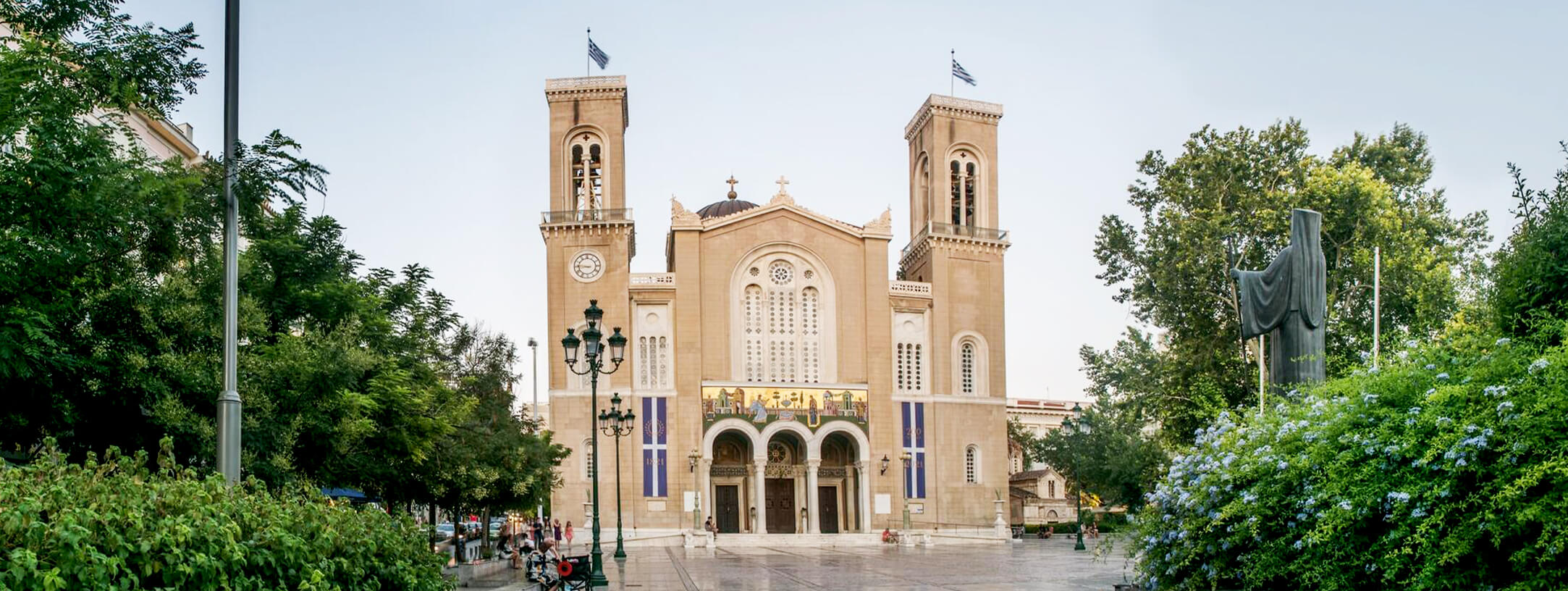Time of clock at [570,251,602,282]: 8:46
